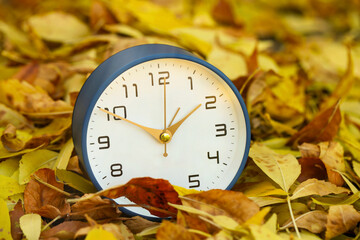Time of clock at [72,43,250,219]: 1:50
